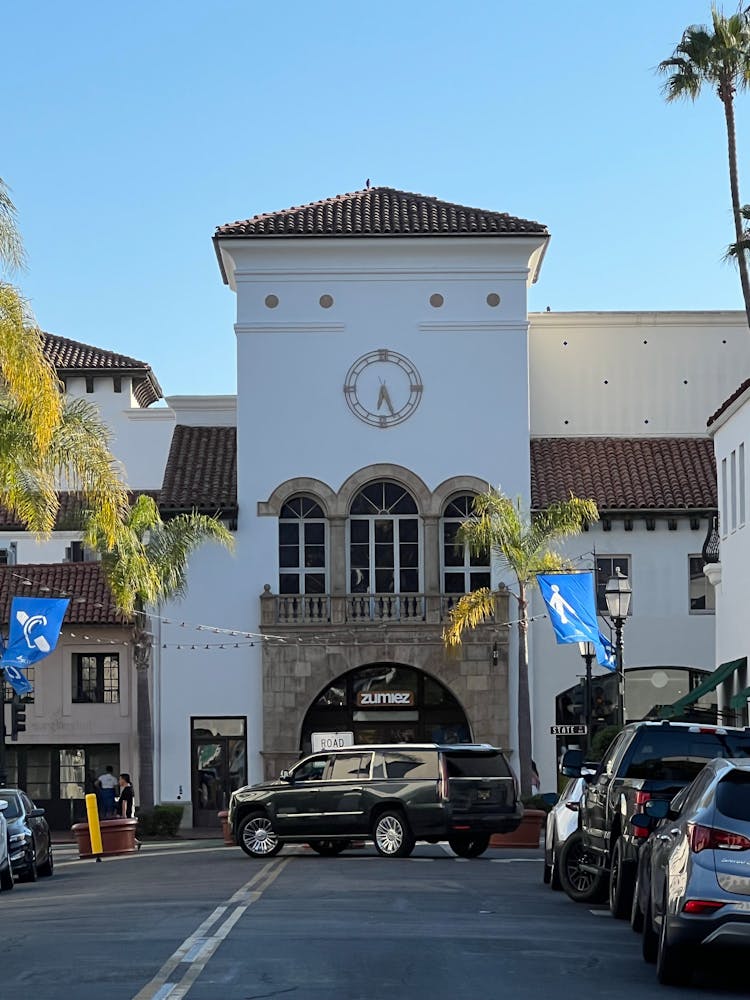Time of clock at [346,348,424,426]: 6:26
